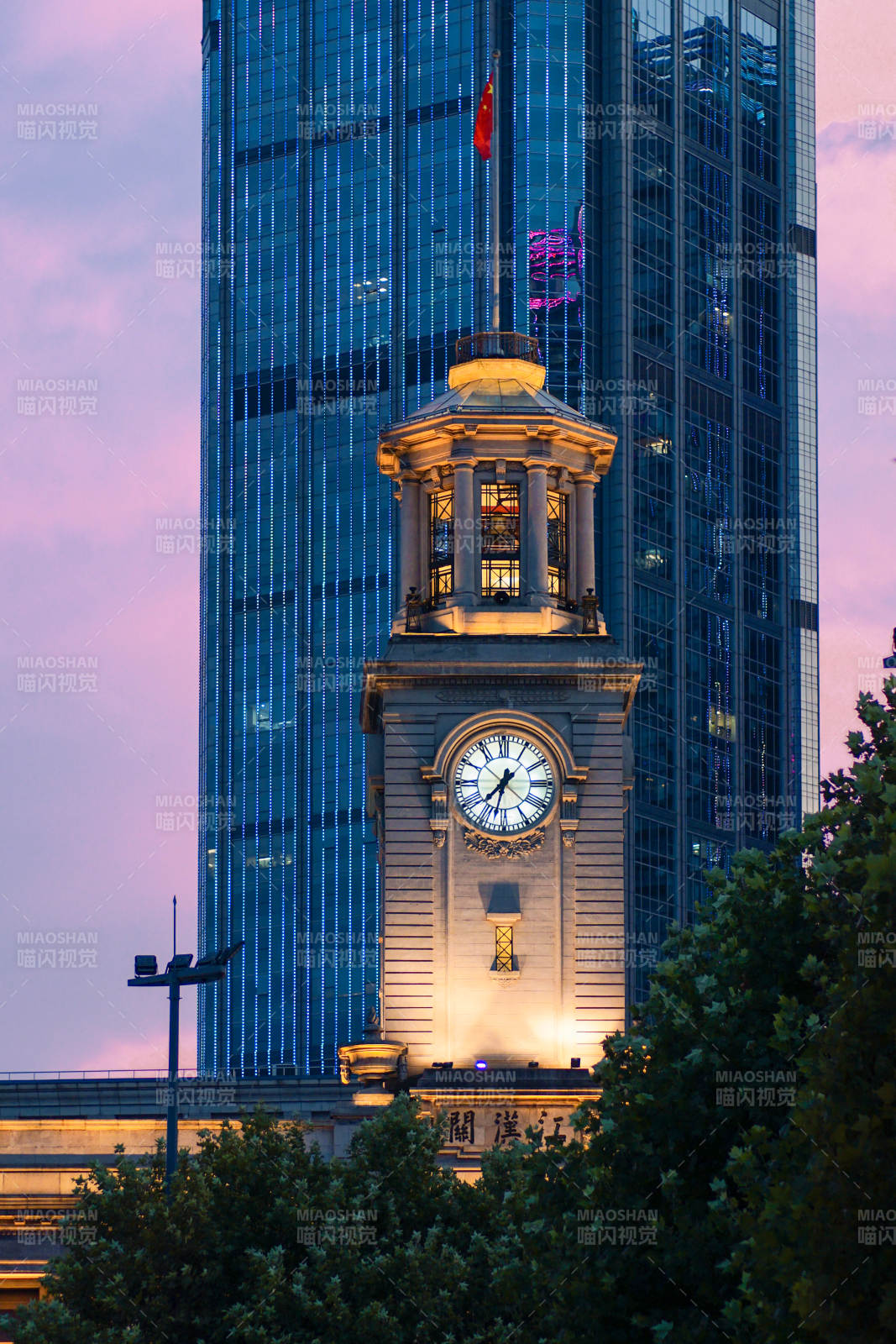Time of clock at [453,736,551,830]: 7:32
